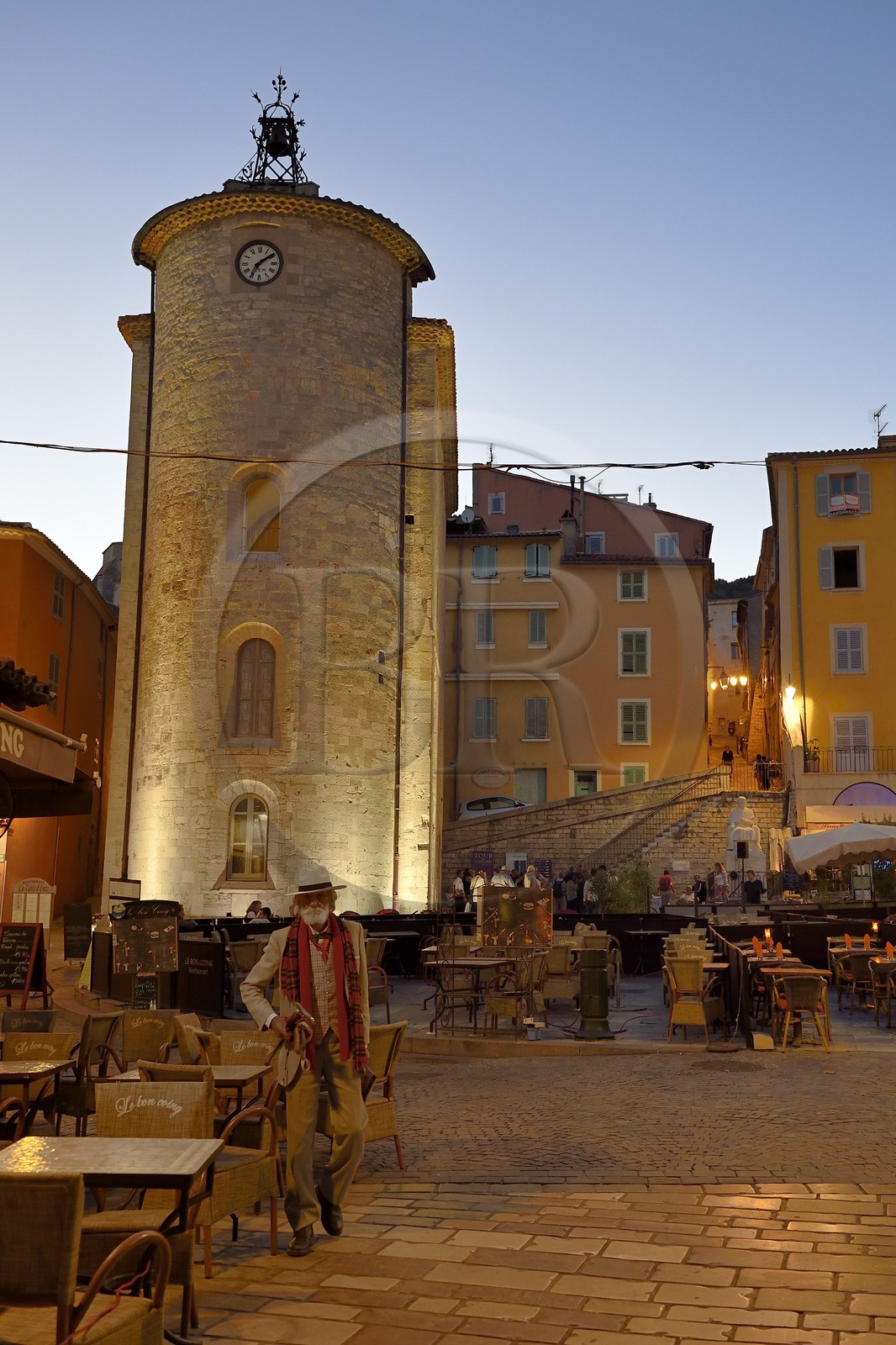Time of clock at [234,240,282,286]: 7:09
